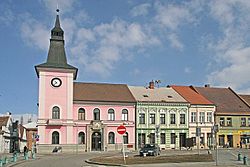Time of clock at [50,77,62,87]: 10:37
